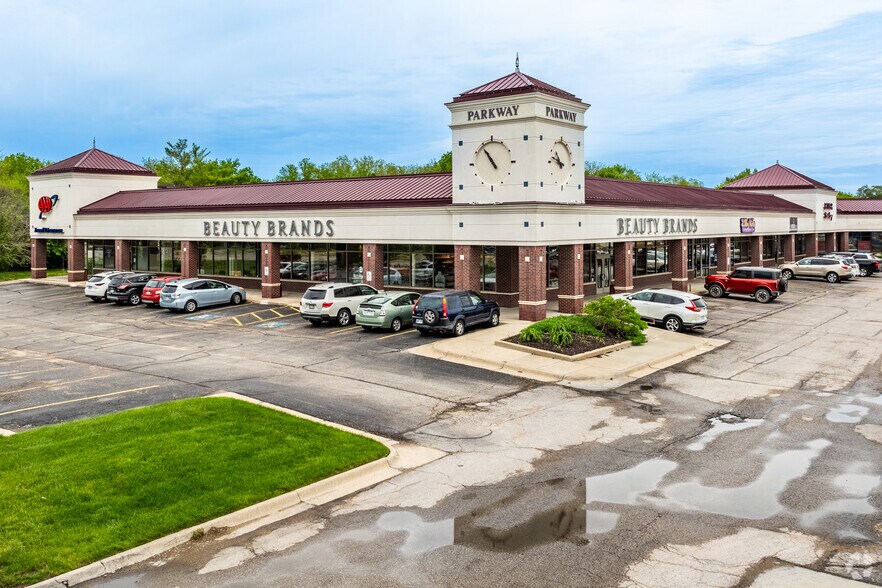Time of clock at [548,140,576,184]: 10:47
